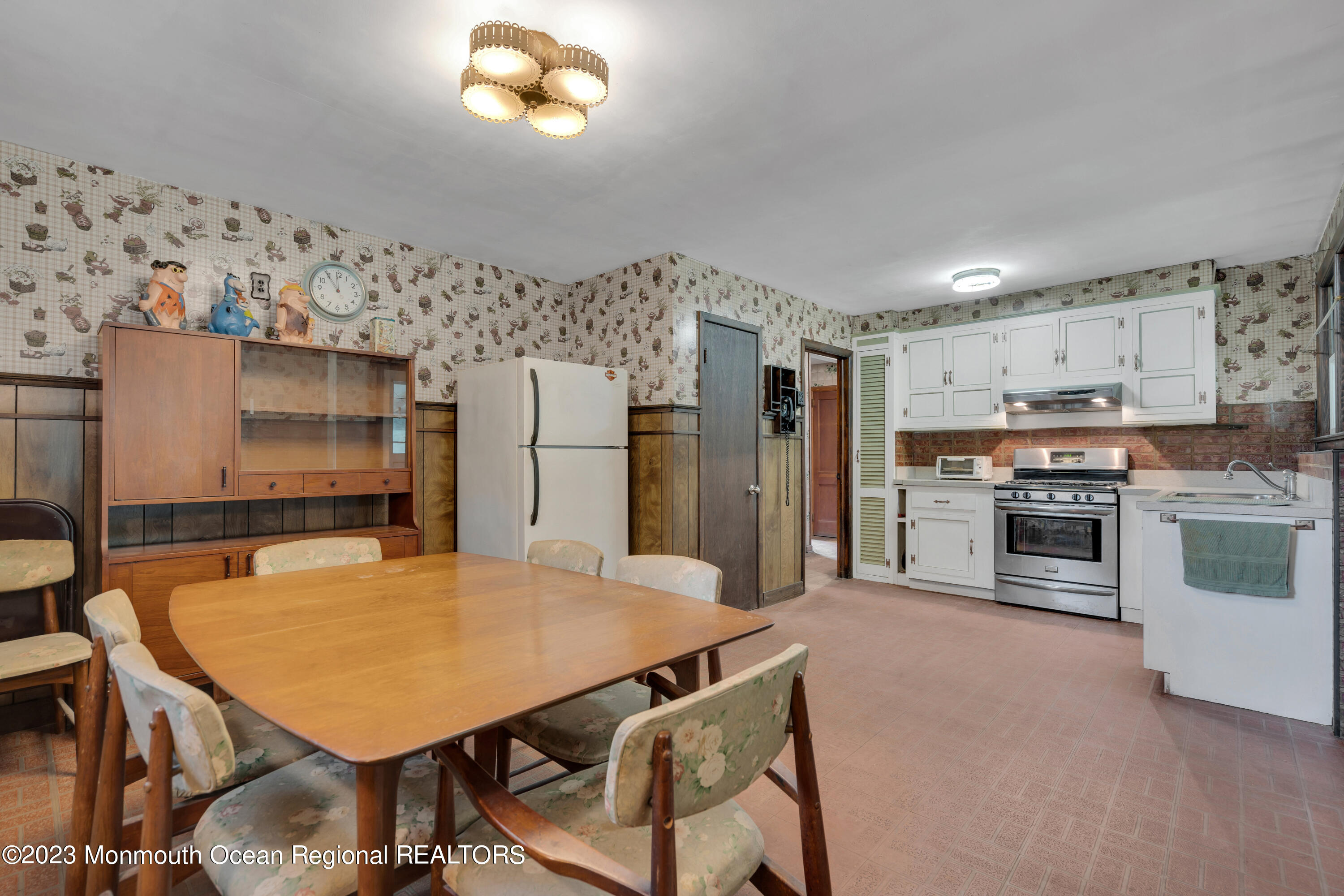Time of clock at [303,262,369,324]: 11:54
